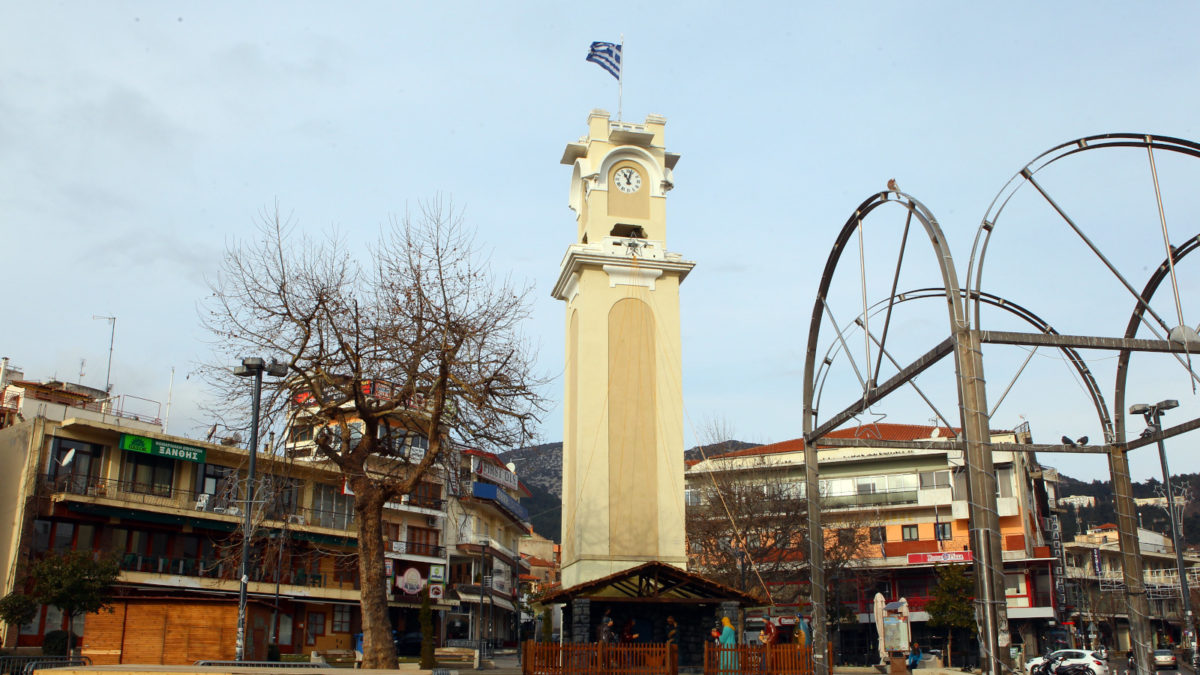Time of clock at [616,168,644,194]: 11:02
